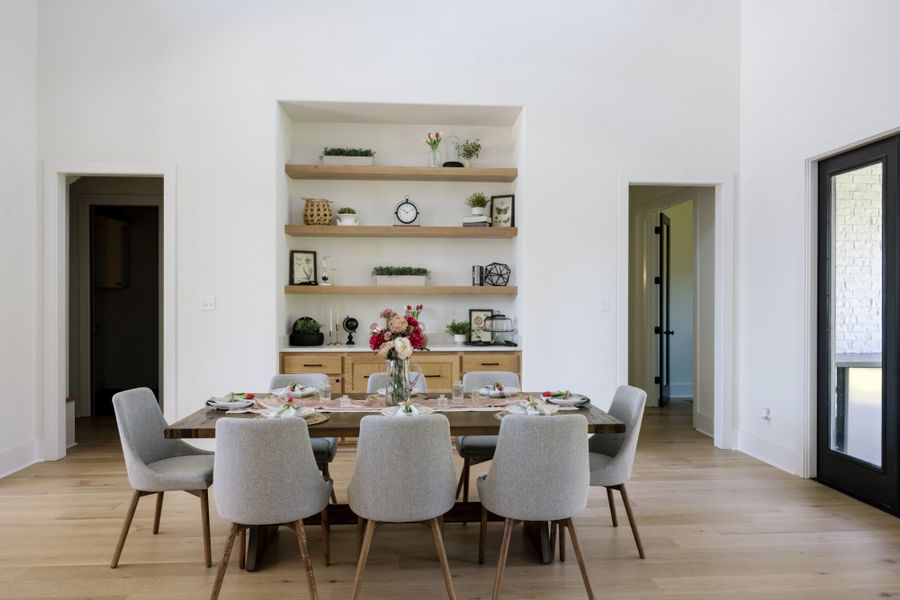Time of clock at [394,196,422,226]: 10:10
